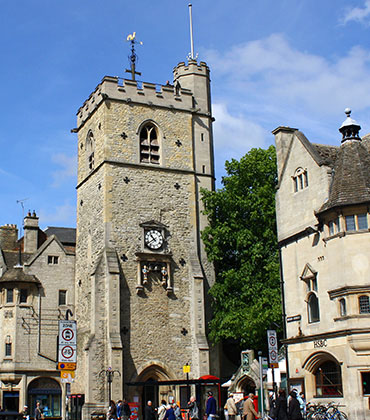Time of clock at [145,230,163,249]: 10:39
